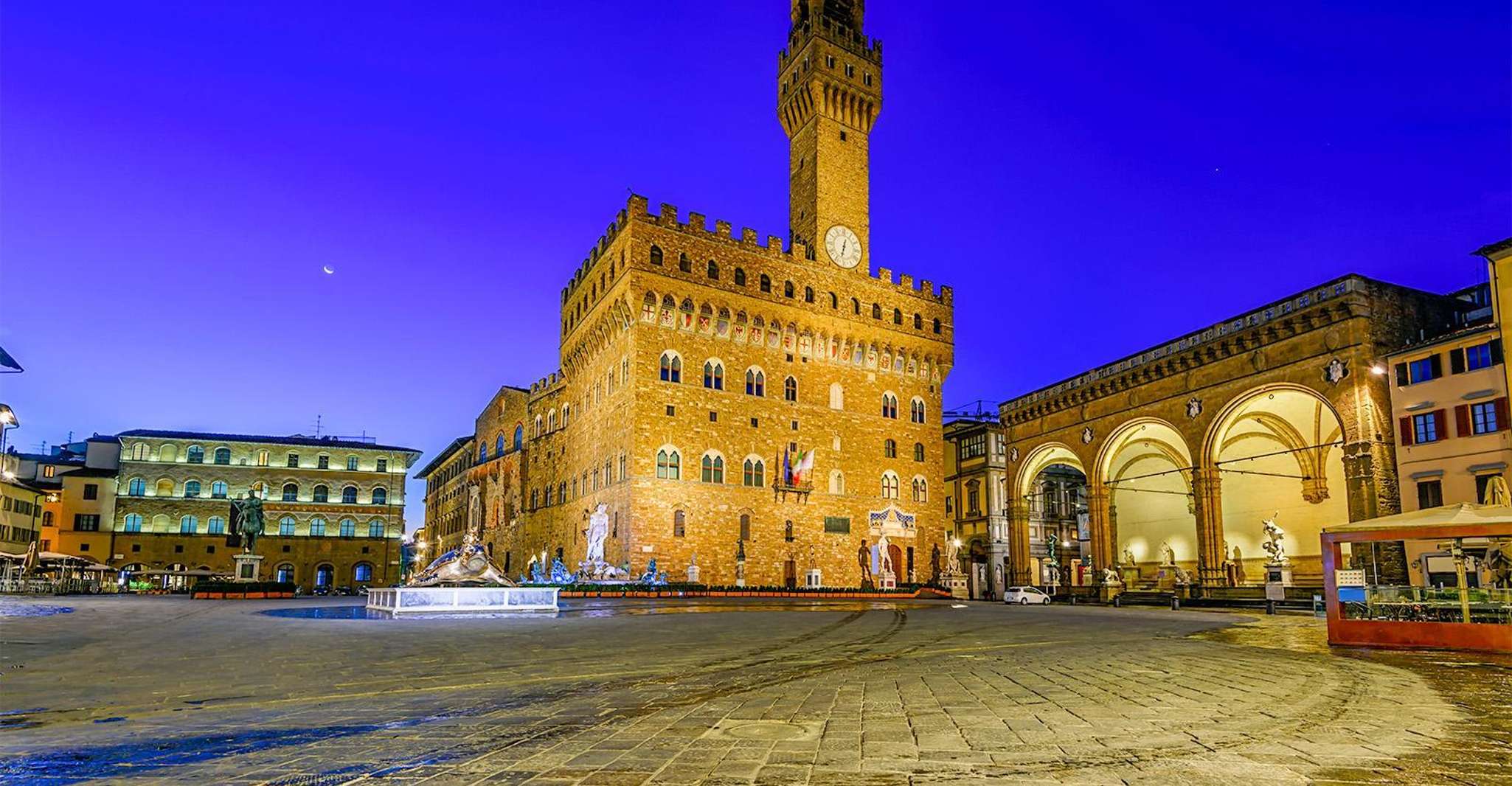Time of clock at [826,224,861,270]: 12:32
